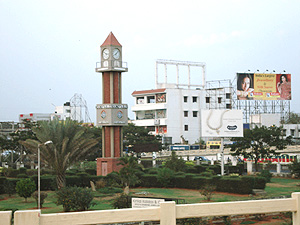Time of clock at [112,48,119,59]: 8:07
